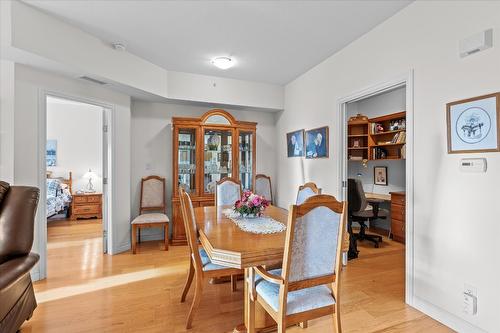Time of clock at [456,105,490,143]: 2:46
